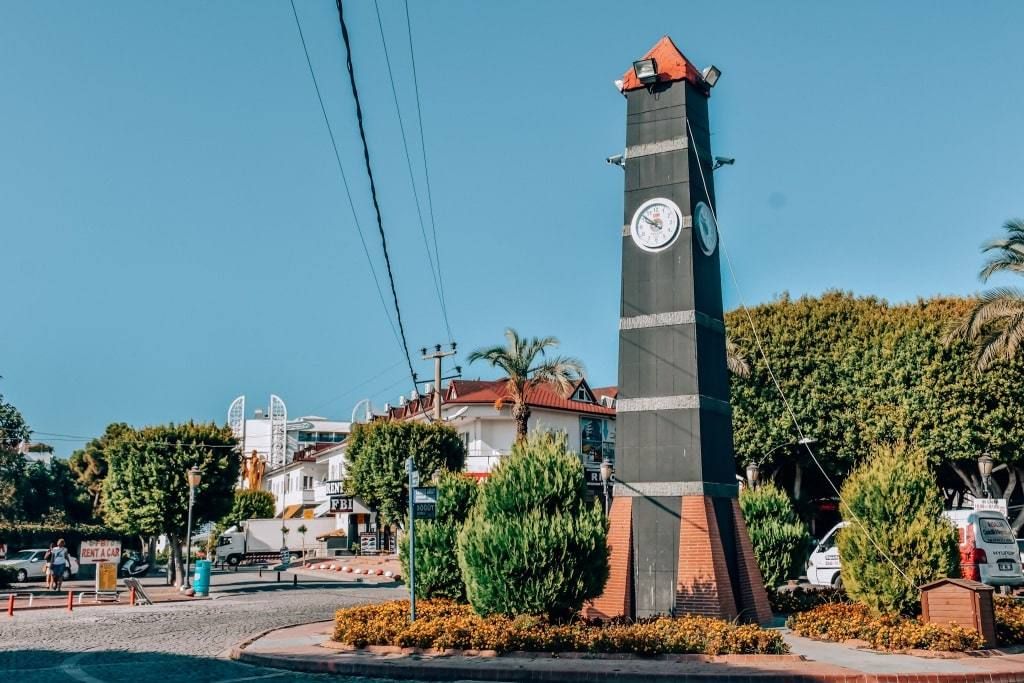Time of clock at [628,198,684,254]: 9:51
